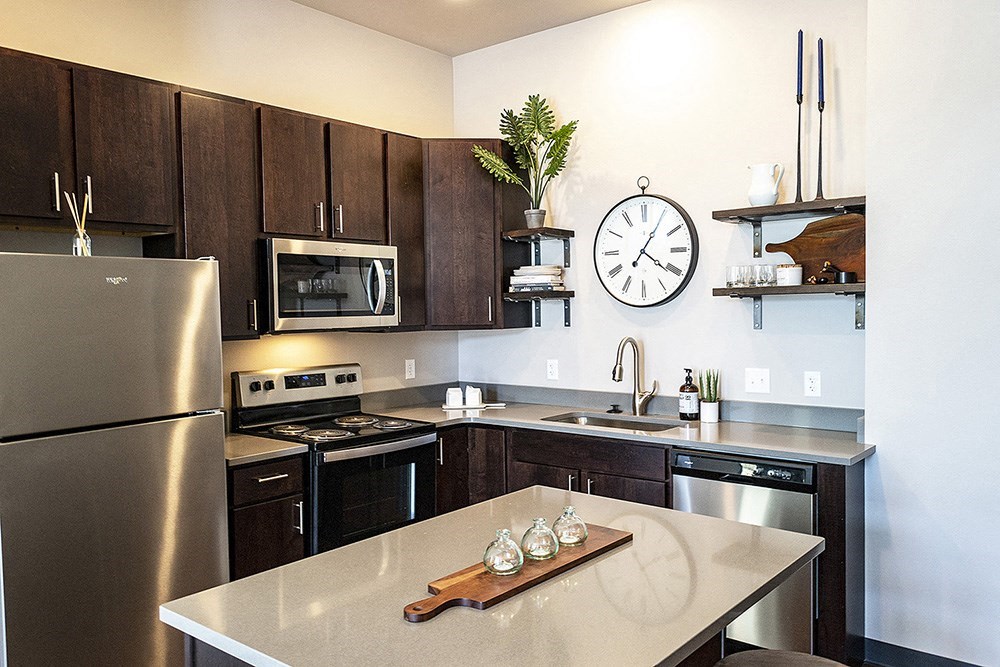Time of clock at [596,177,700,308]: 4:05
